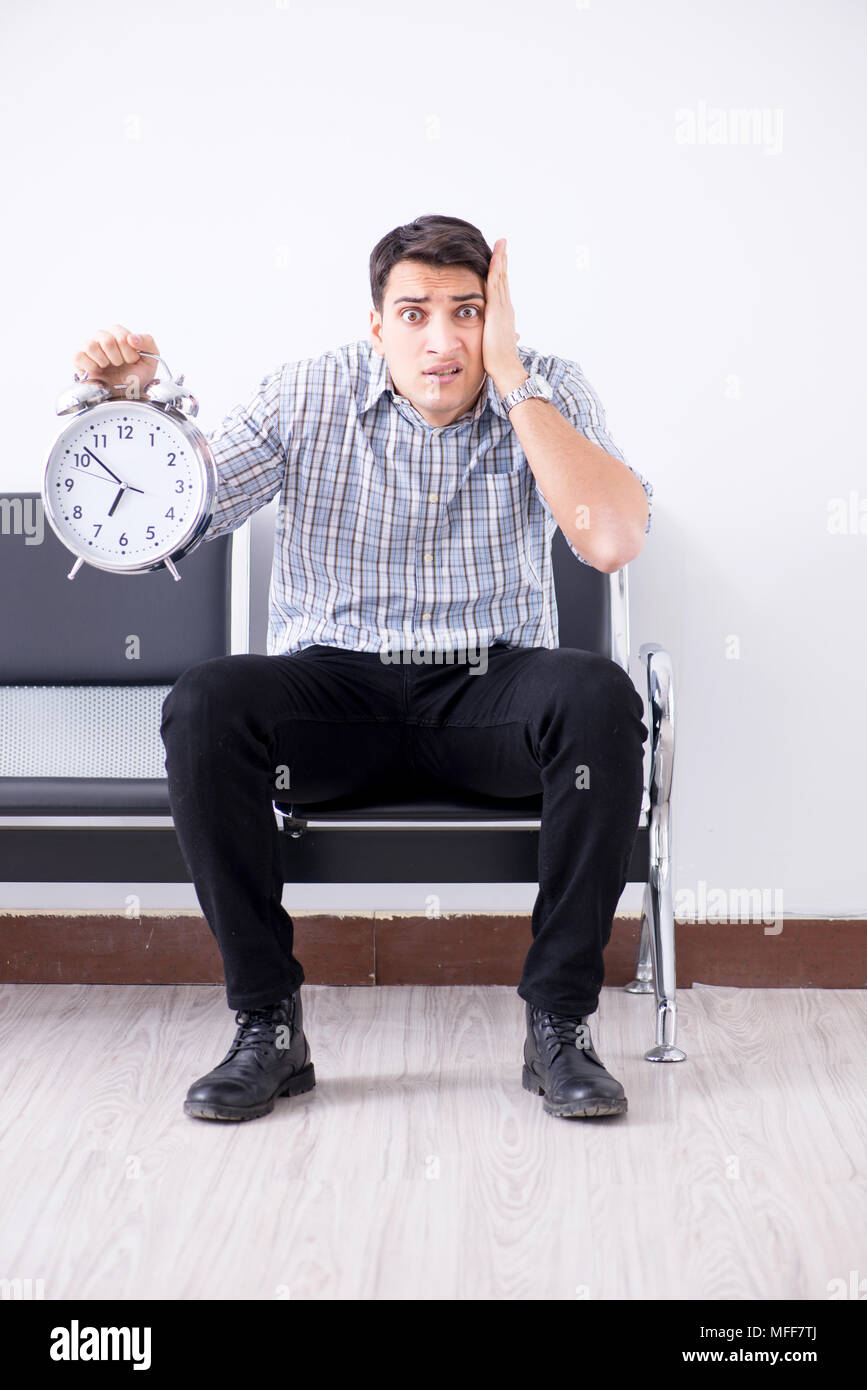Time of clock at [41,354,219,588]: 6:52
